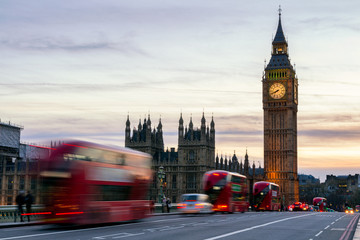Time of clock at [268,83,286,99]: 7:41
